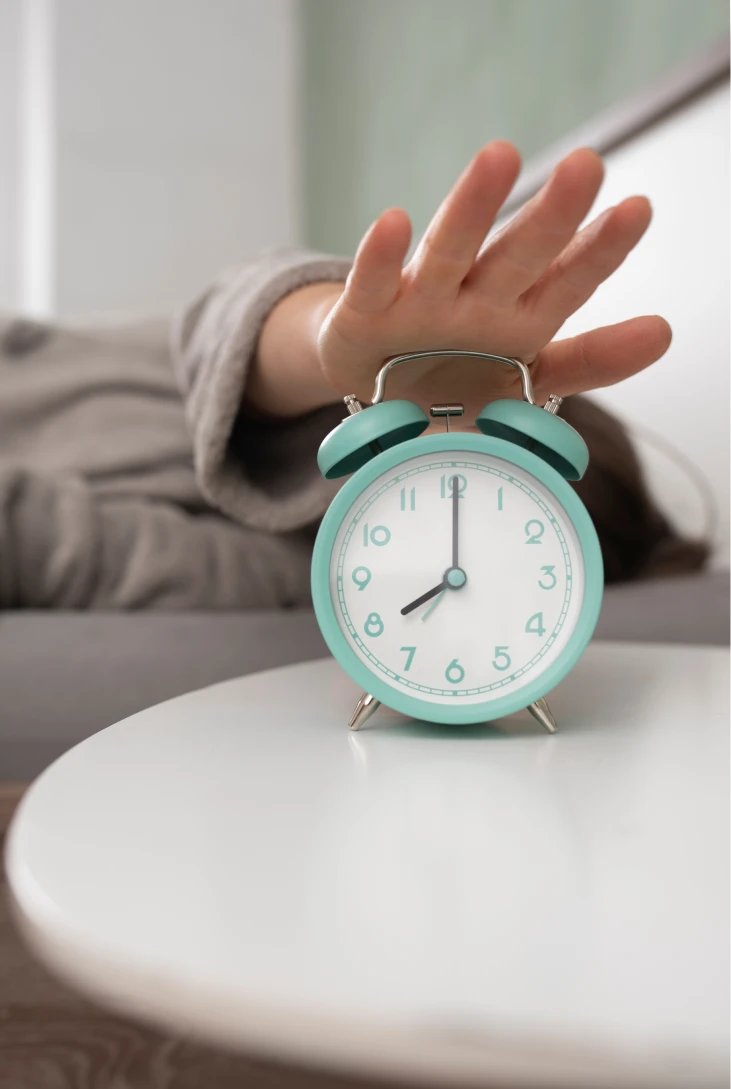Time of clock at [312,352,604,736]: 8:00
